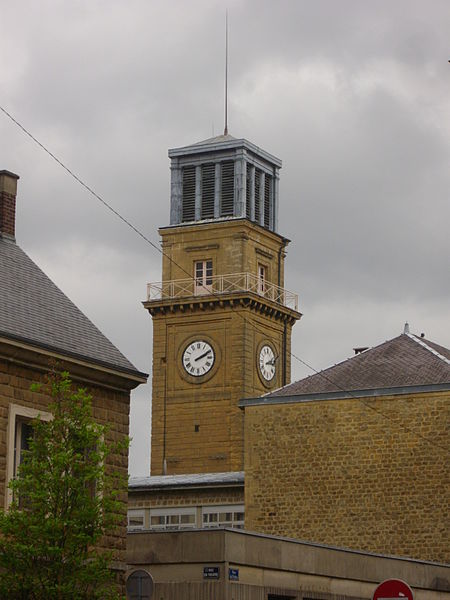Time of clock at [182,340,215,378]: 2:09
